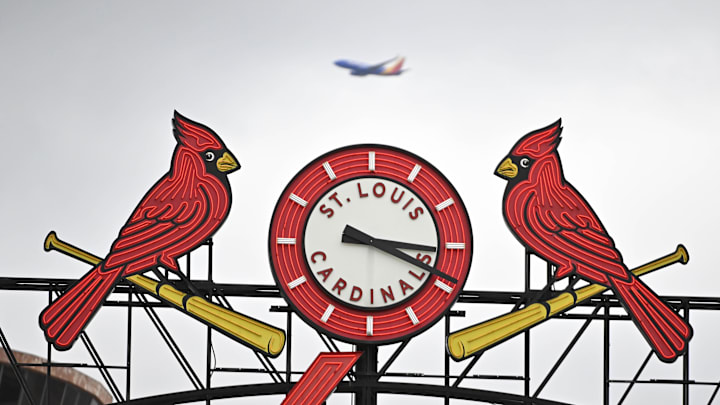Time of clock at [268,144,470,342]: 3:18
